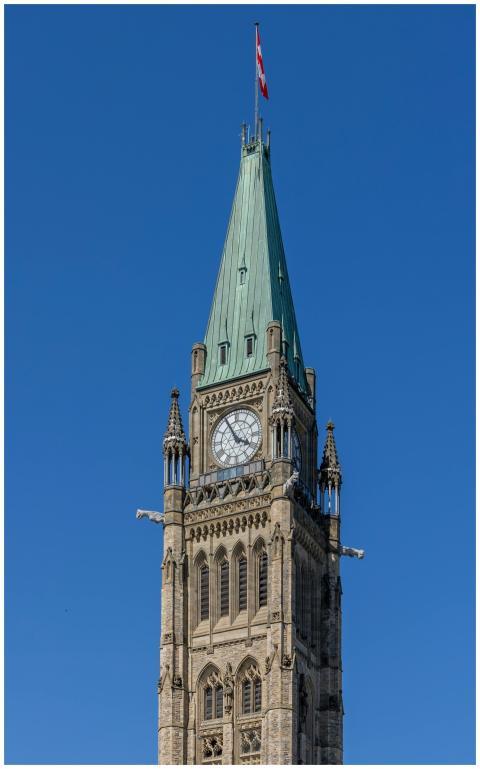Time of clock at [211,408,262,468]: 3:55
